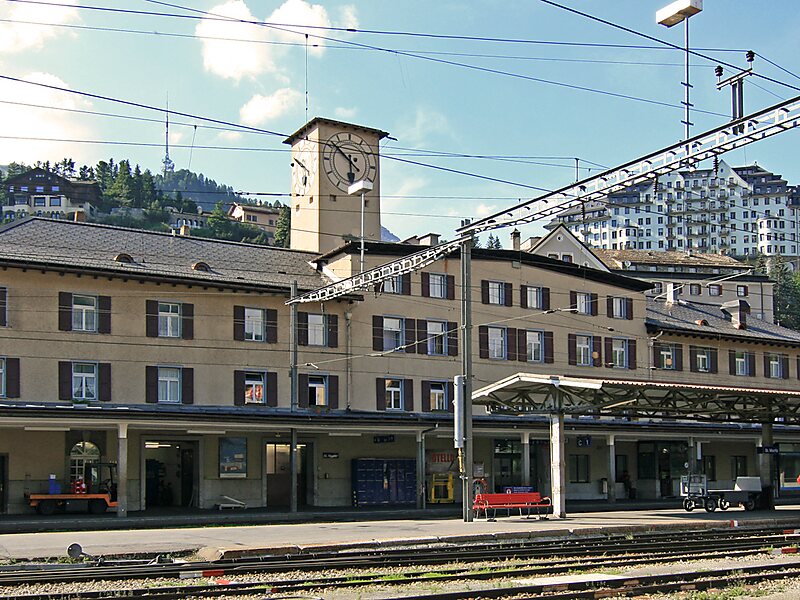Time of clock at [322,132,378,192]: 5:51
